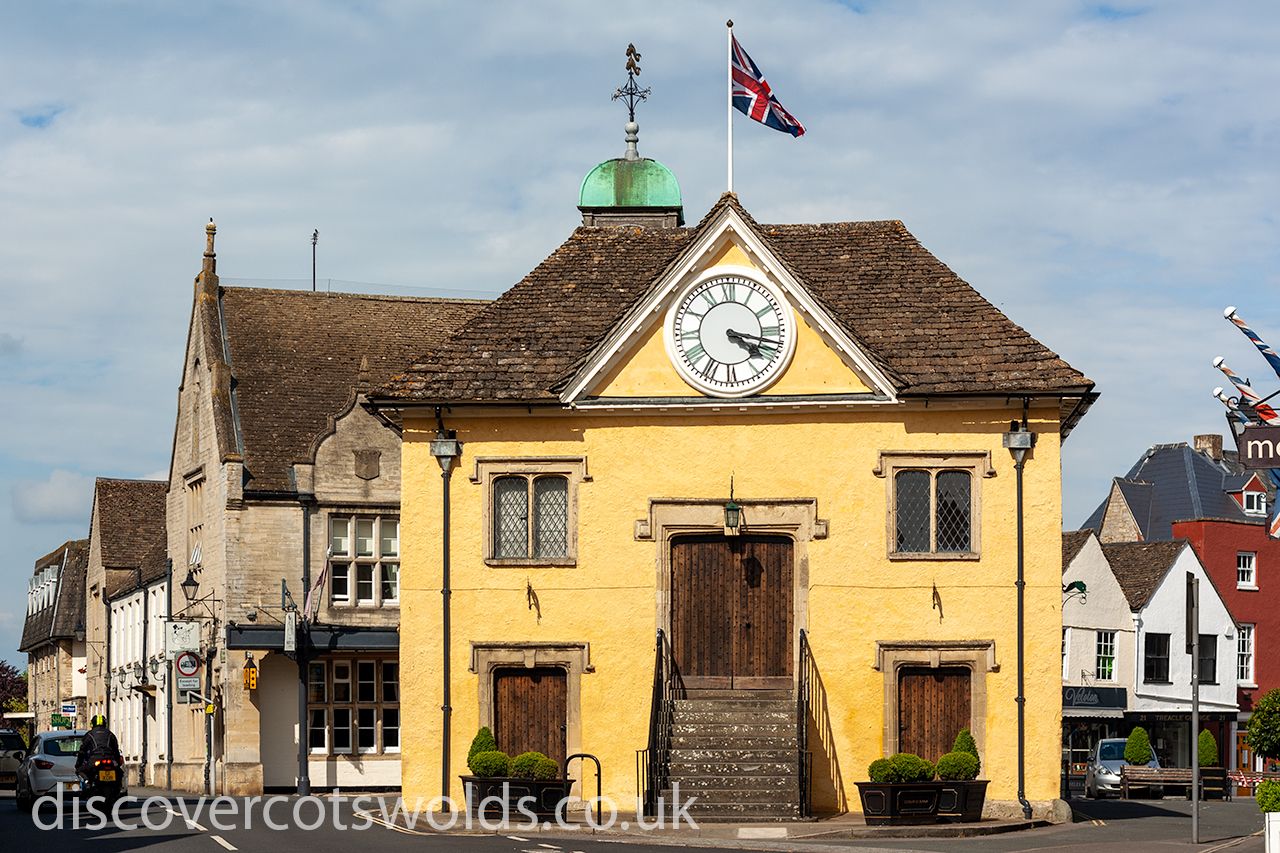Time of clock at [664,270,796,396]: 4:17
